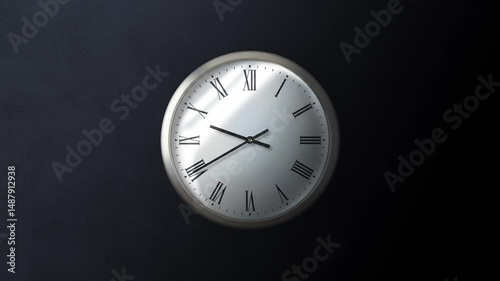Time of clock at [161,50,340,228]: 9:40
